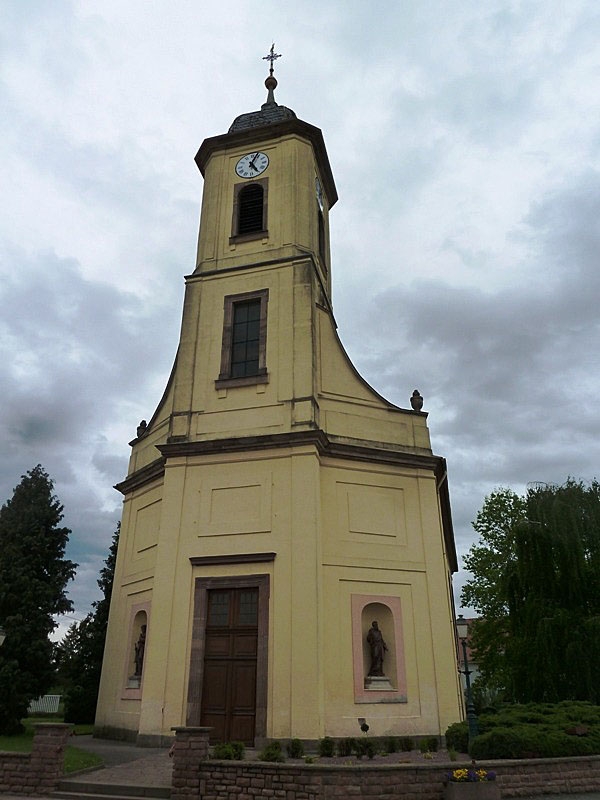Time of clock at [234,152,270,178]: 5:03
